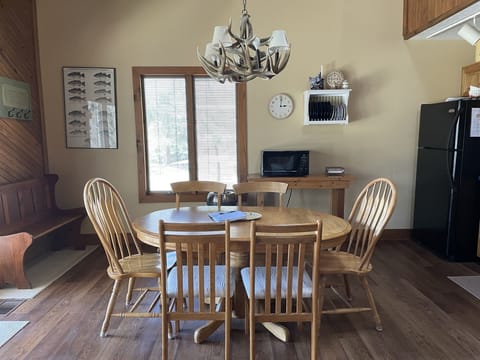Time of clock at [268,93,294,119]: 3:00
